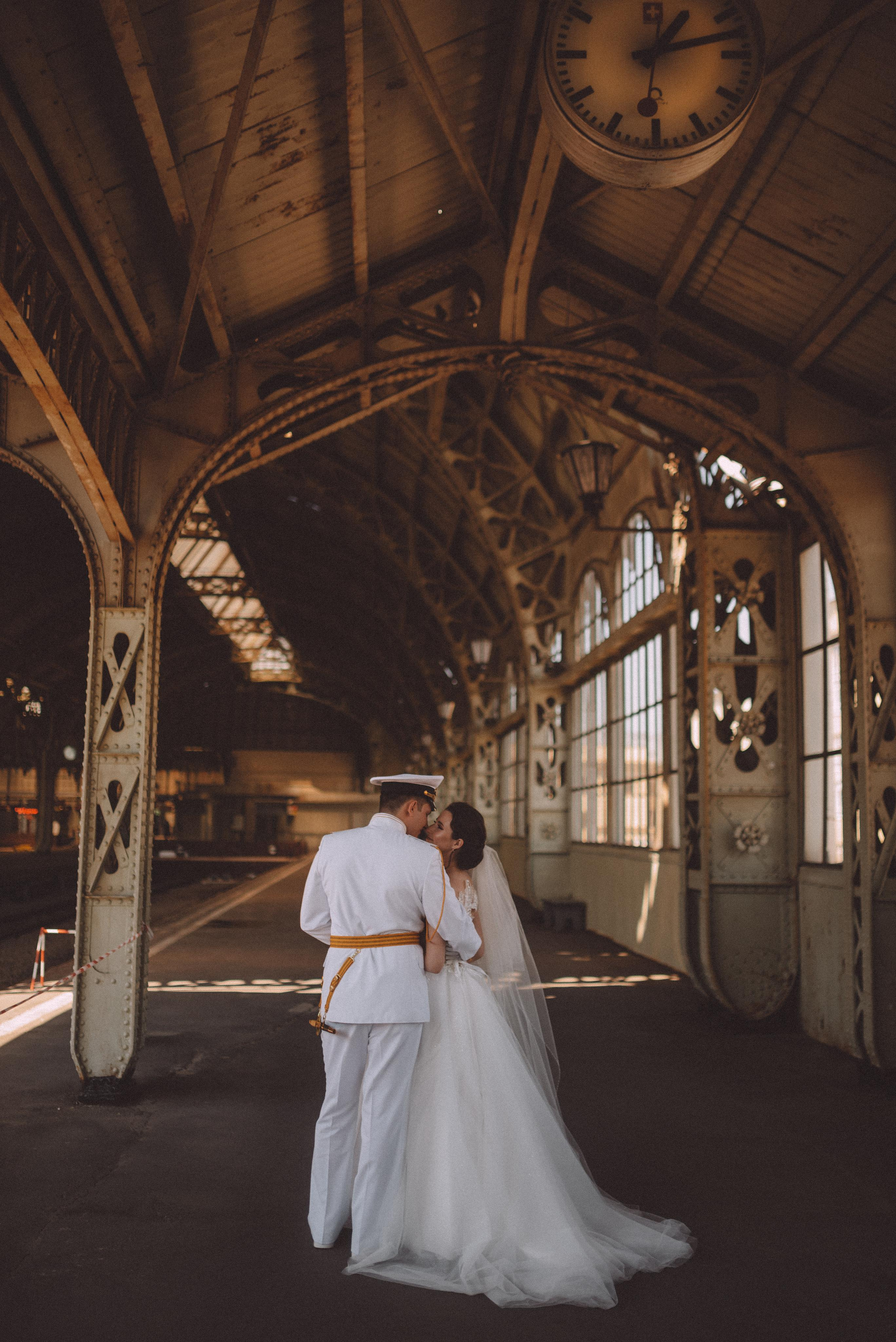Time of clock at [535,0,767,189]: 1:12
